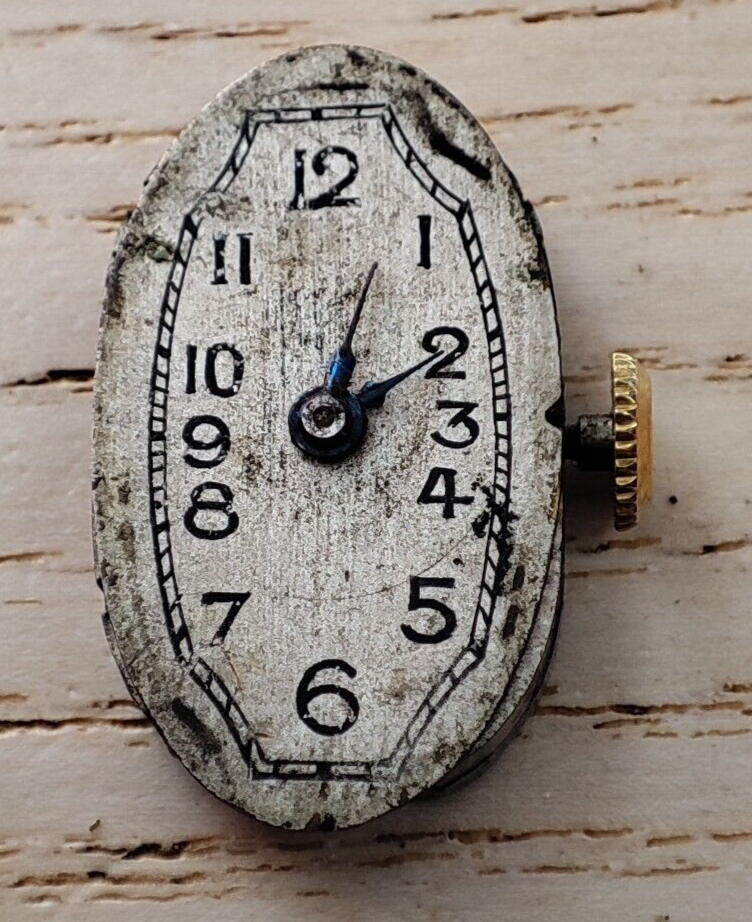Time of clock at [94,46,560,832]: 1:11
